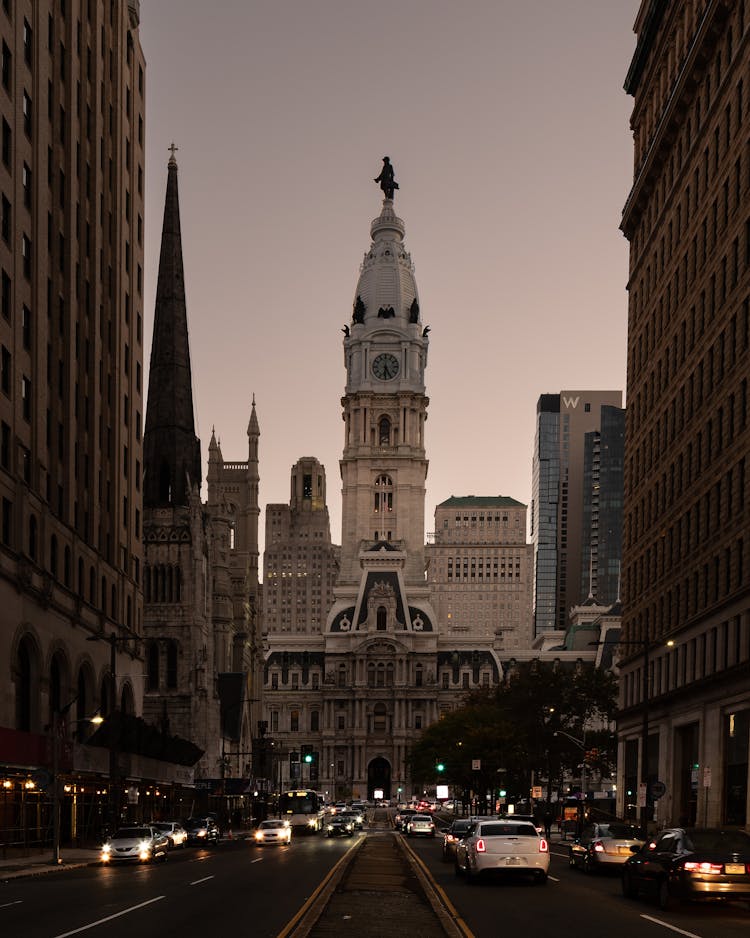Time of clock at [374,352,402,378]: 6:25
